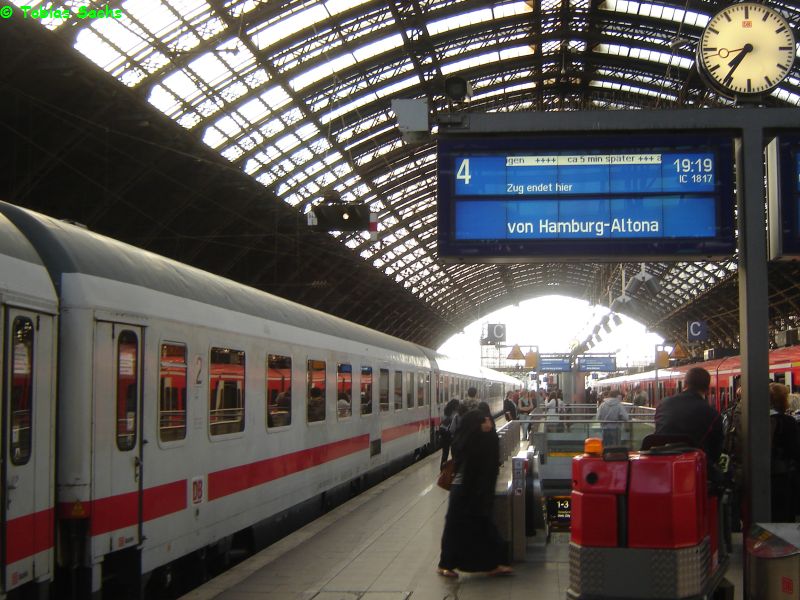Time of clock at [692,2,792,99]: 7:36
